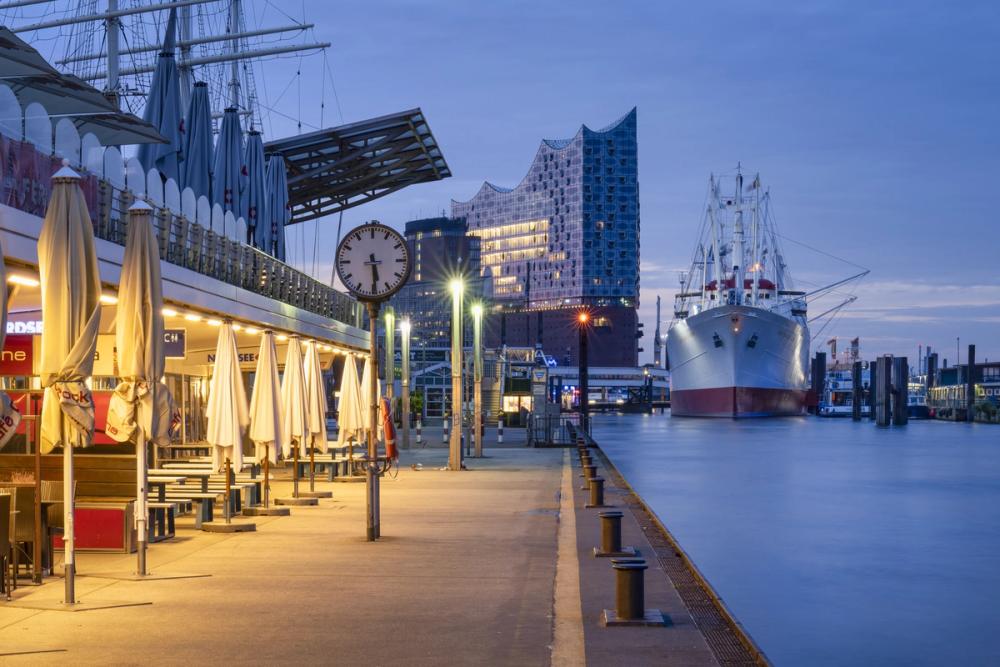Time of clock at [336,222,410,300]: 5:29
